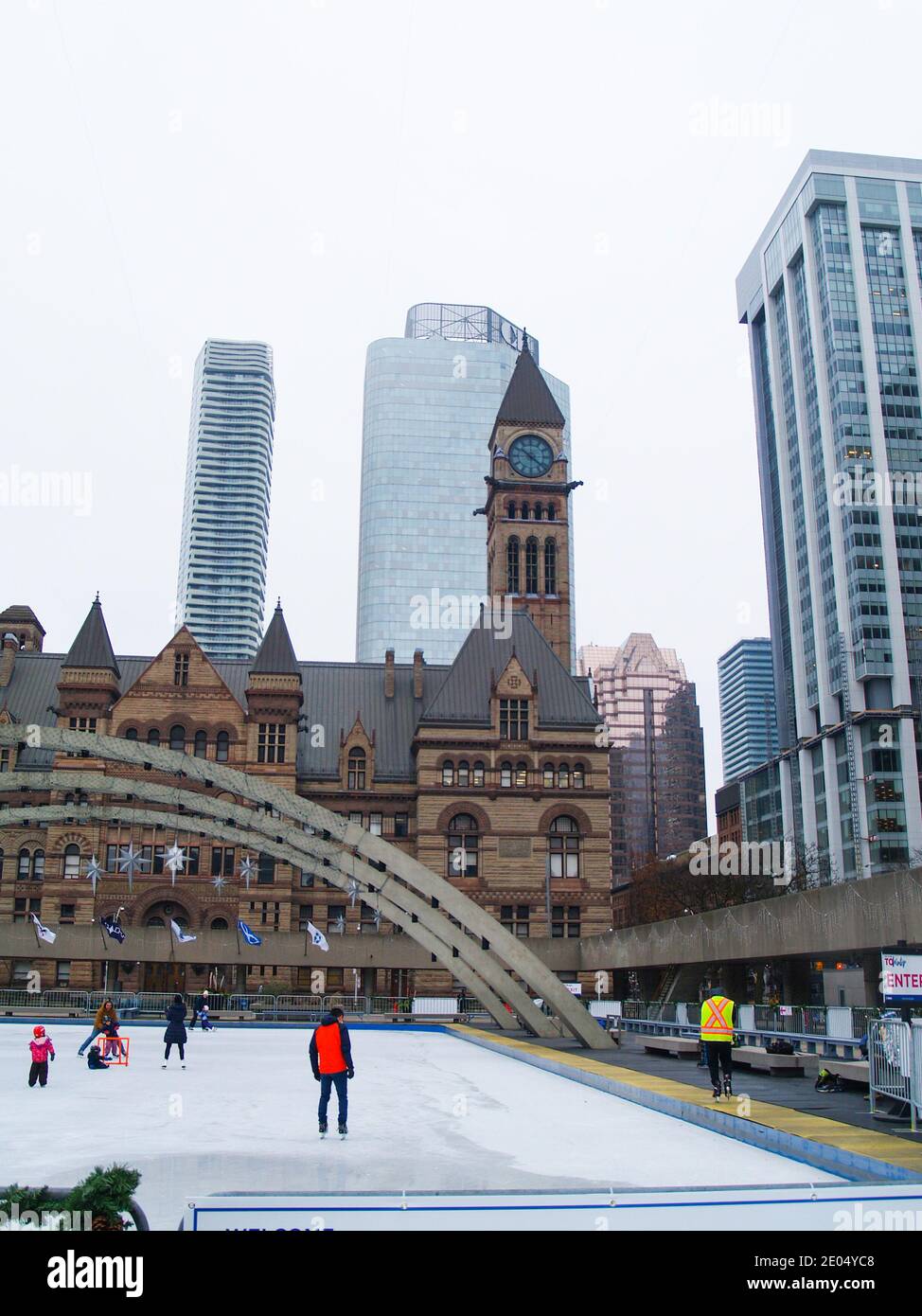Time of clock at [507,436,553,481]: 10:21
